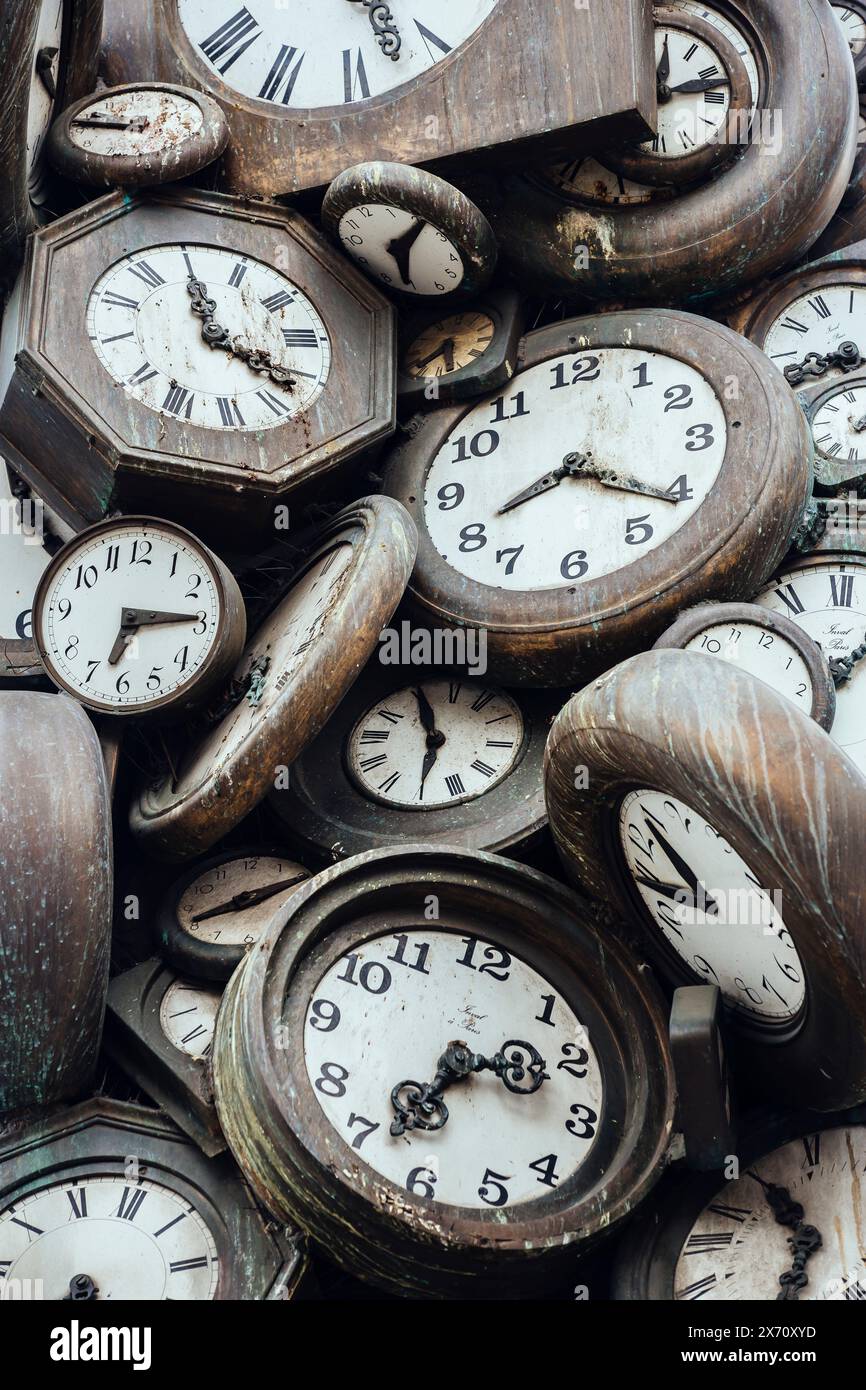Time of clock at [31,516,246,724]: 6:14
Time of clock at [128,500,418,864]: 6:14
